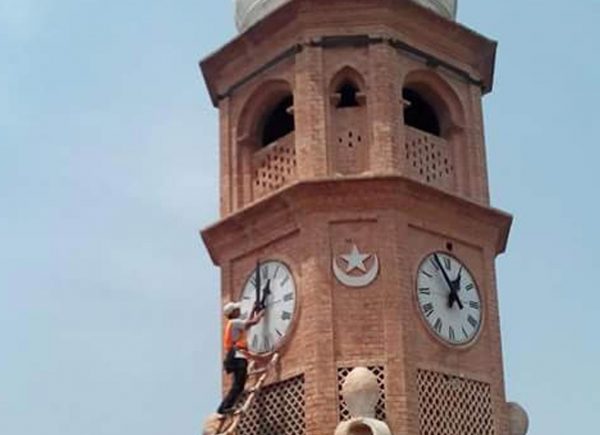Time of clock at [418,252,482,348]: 12:55
